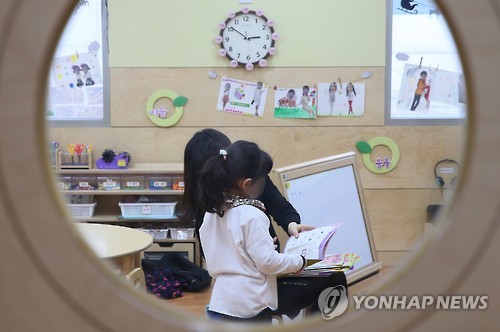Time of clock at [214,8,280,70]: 2:51
